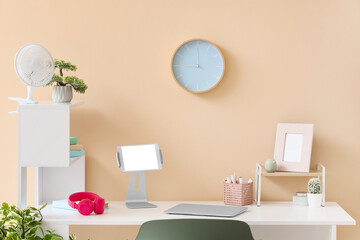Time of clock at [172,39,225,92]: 8:59
